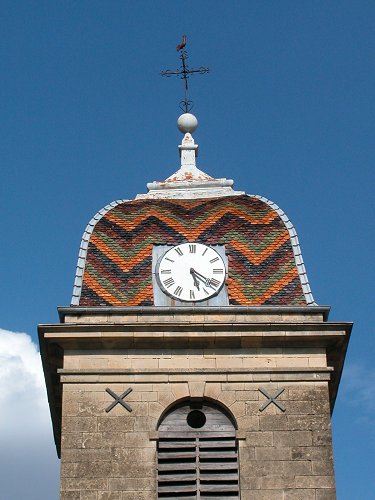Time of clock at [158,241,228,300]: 5:21
